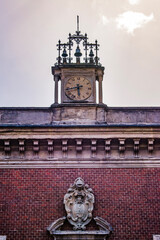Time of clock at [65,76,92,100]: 5:42
